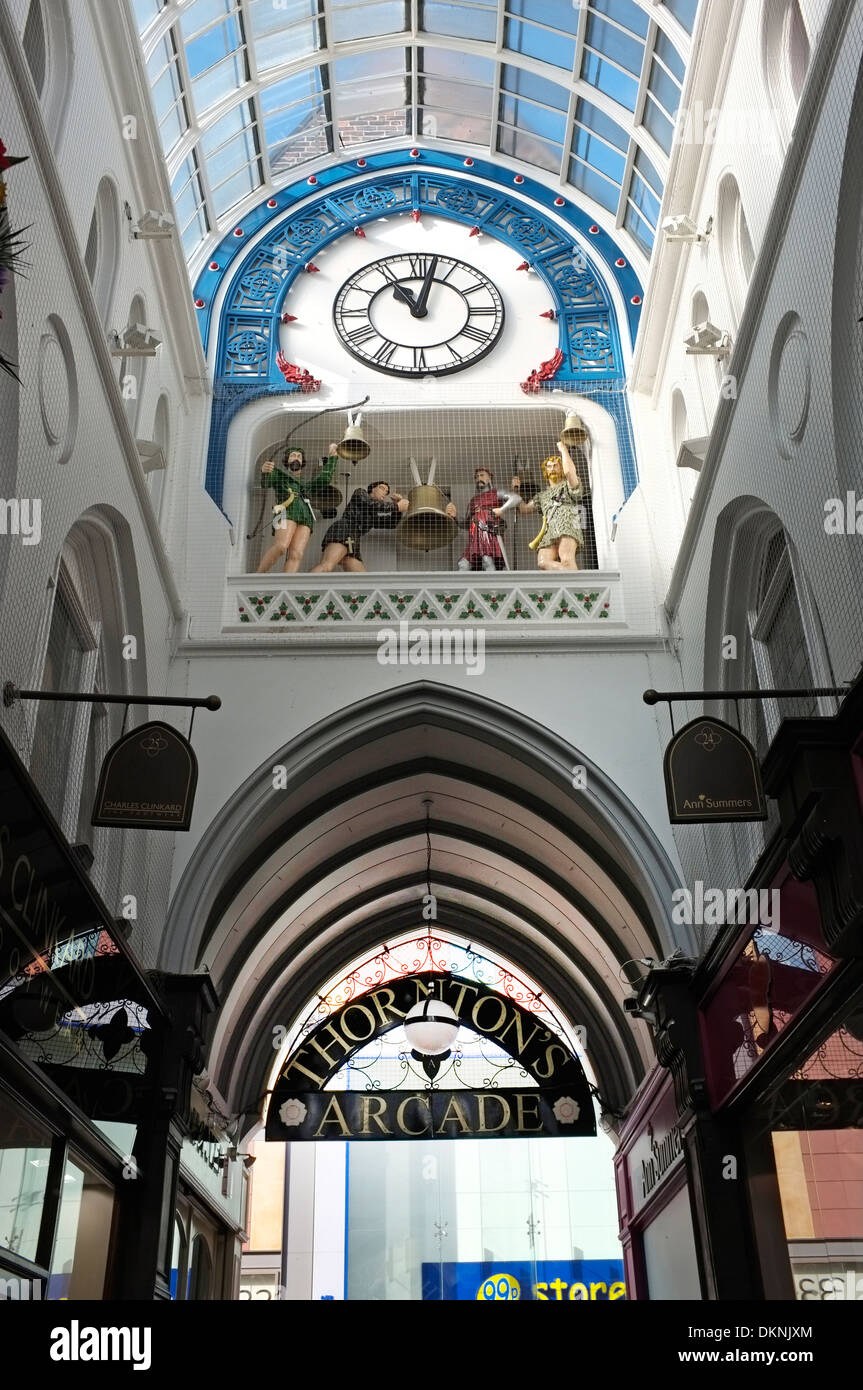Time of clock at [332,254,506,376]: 11:02
